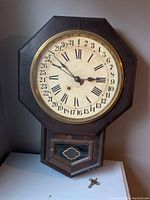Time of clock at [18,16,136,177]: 2:52
